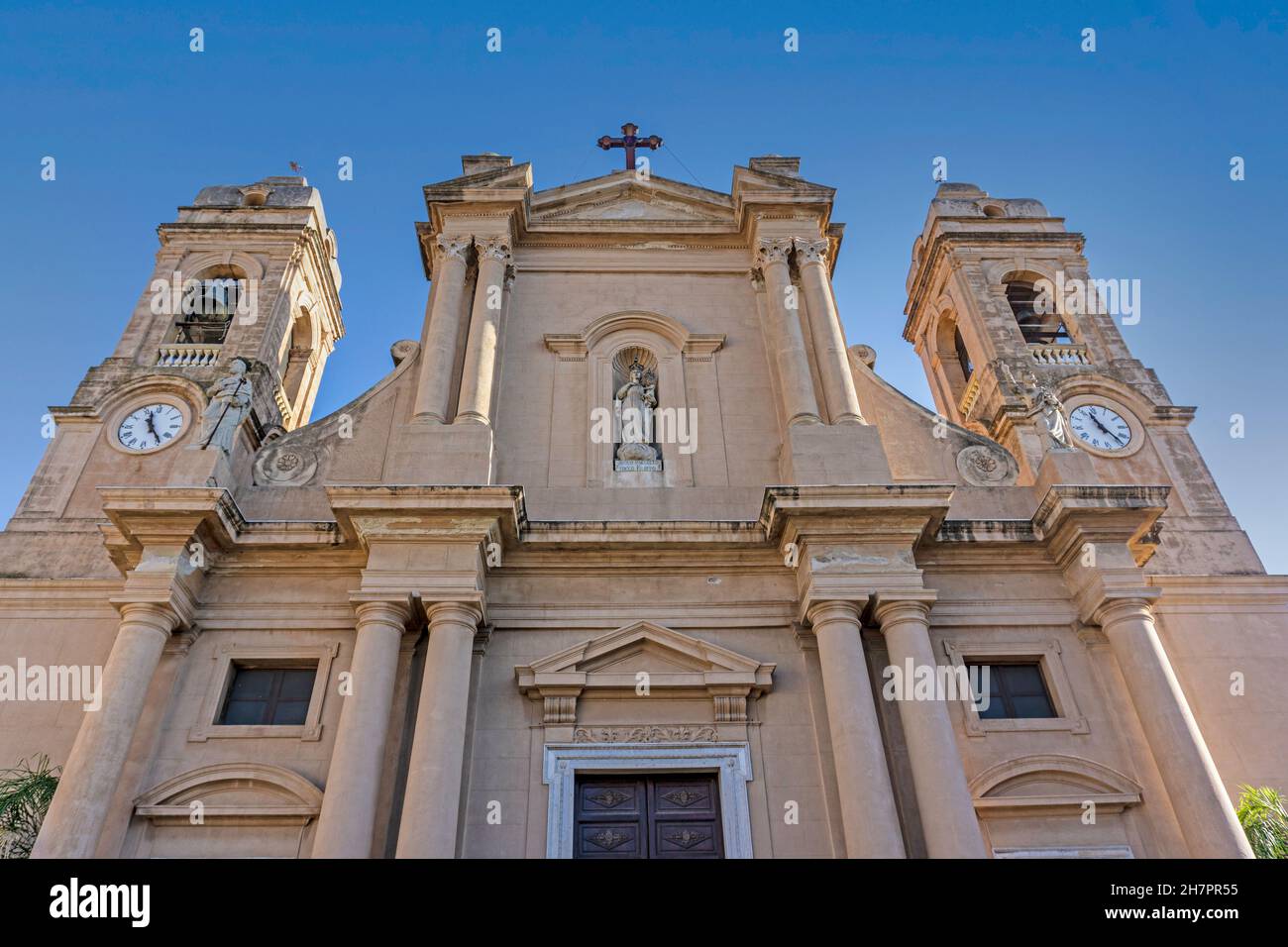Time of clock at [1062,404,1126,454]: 11:23
